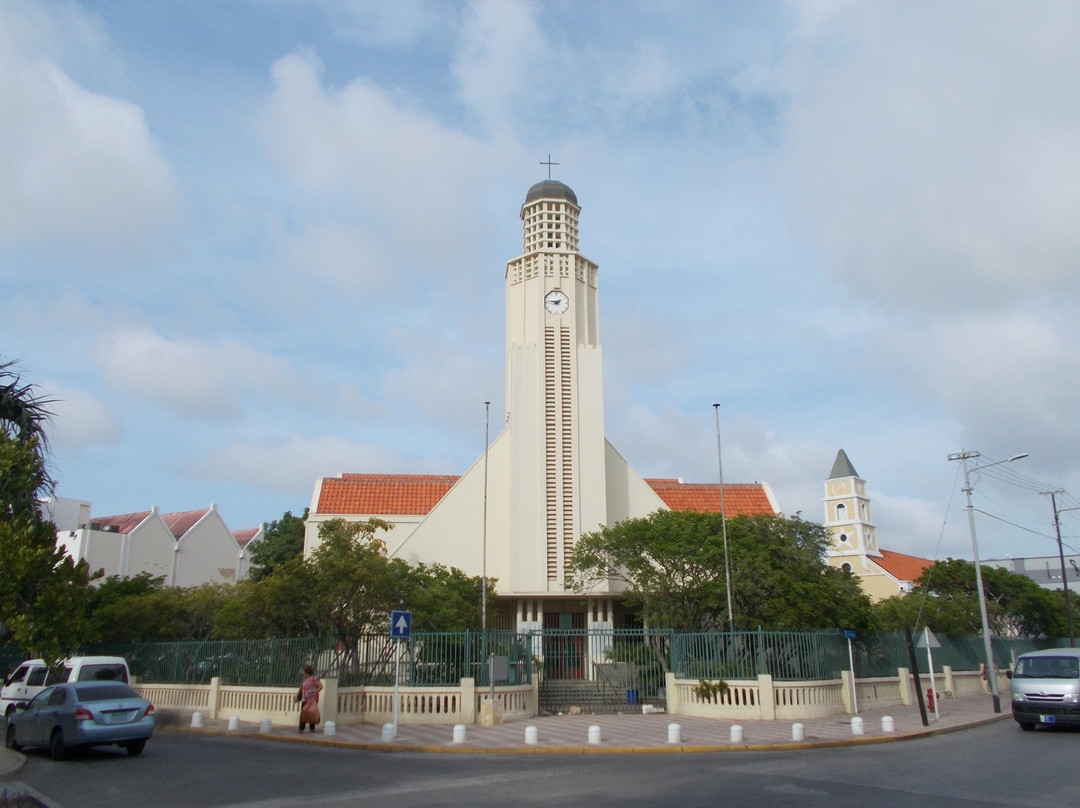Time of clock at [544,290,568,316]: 1:46
